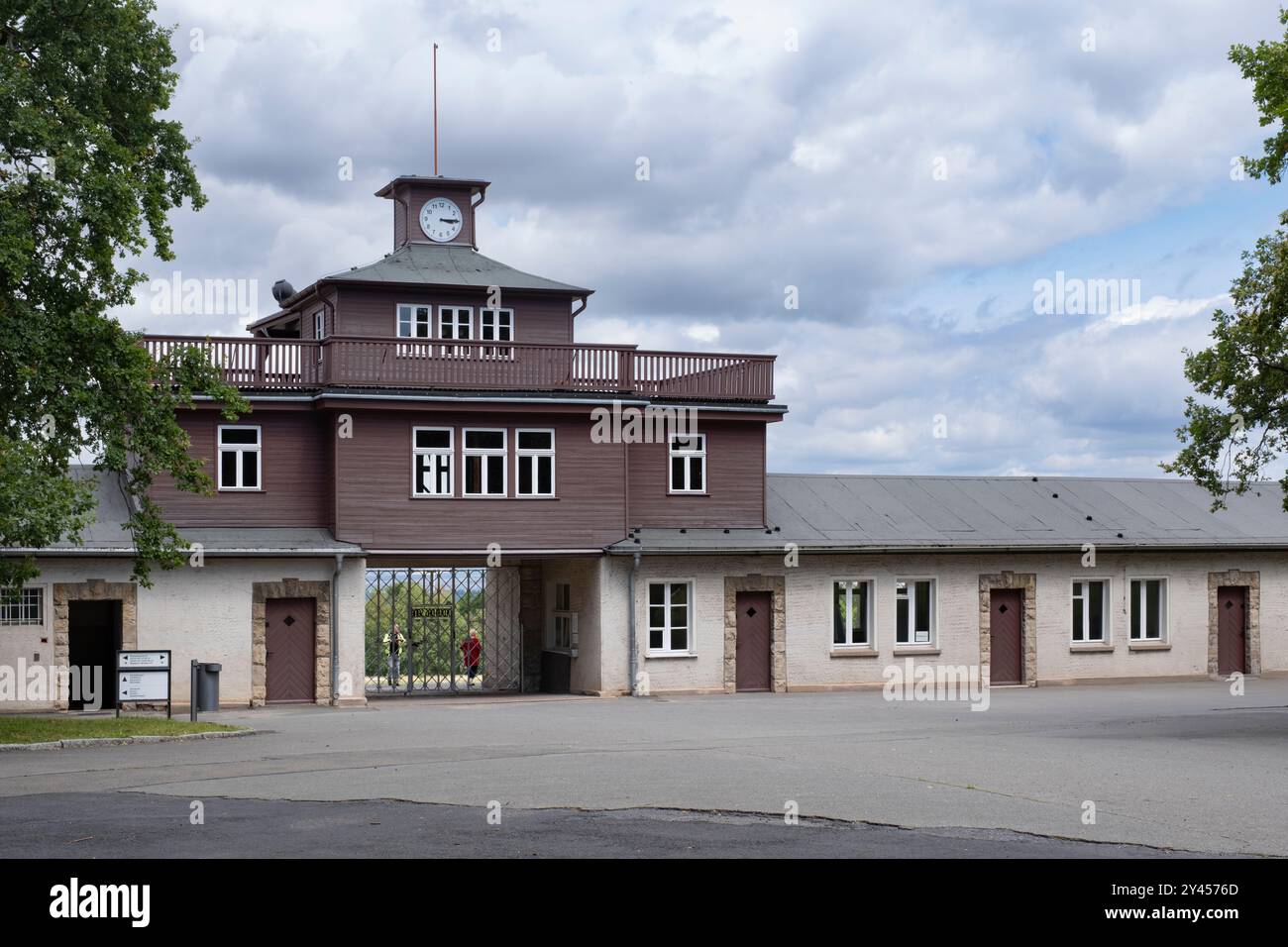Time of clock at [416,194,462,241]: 3:14
